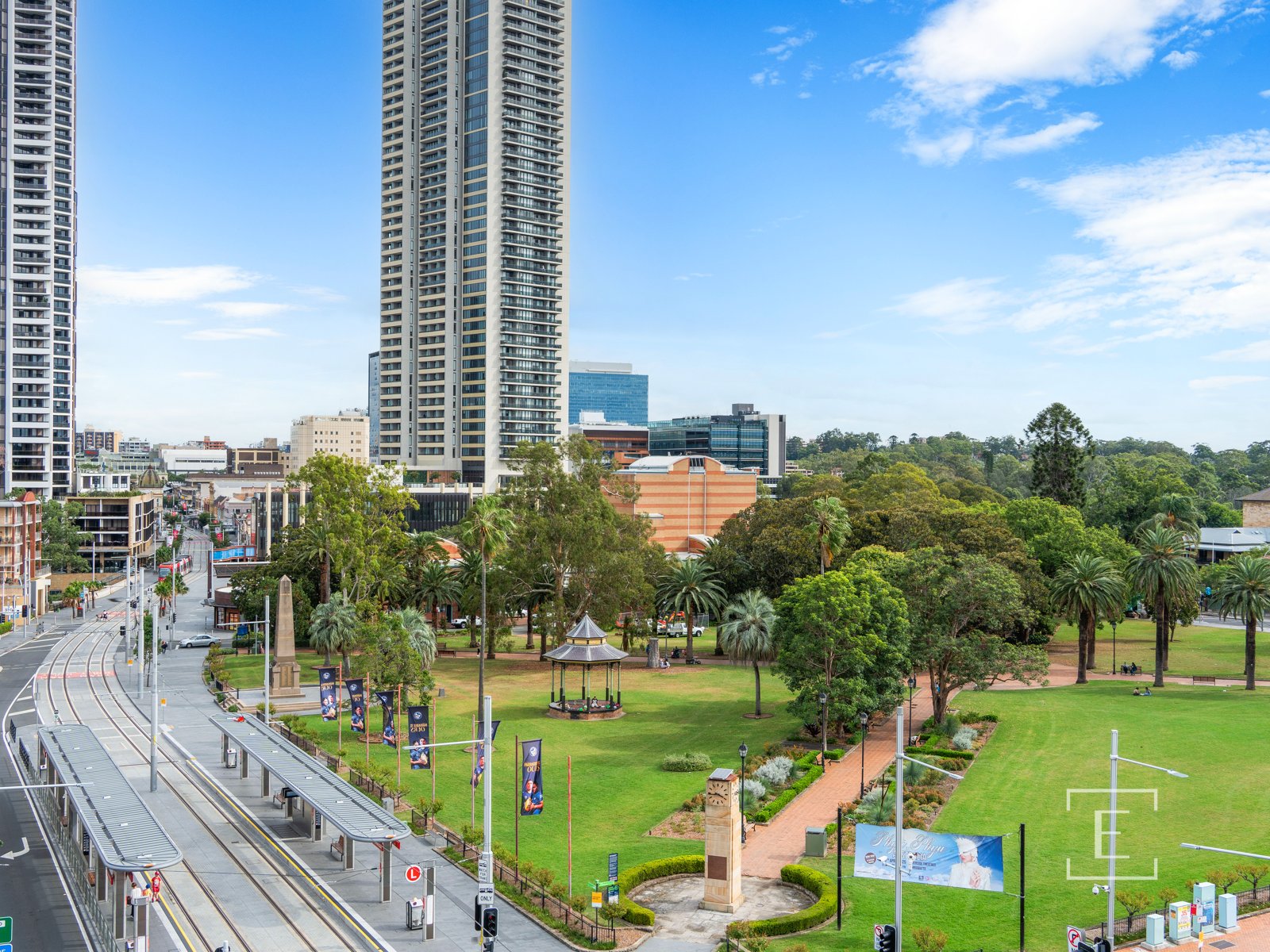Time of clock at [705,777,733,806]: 3:43
